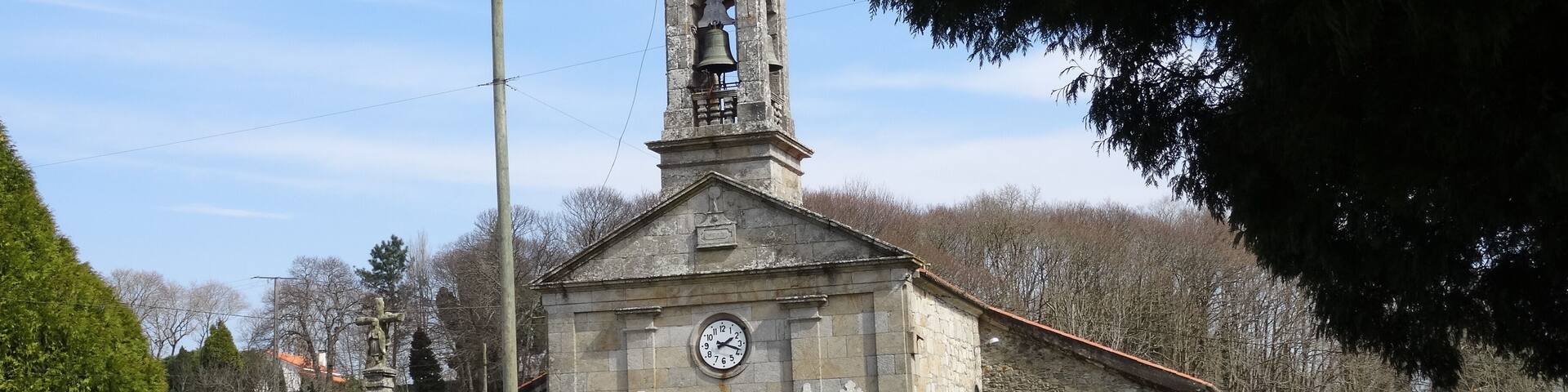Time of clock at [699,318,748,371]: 2:18
